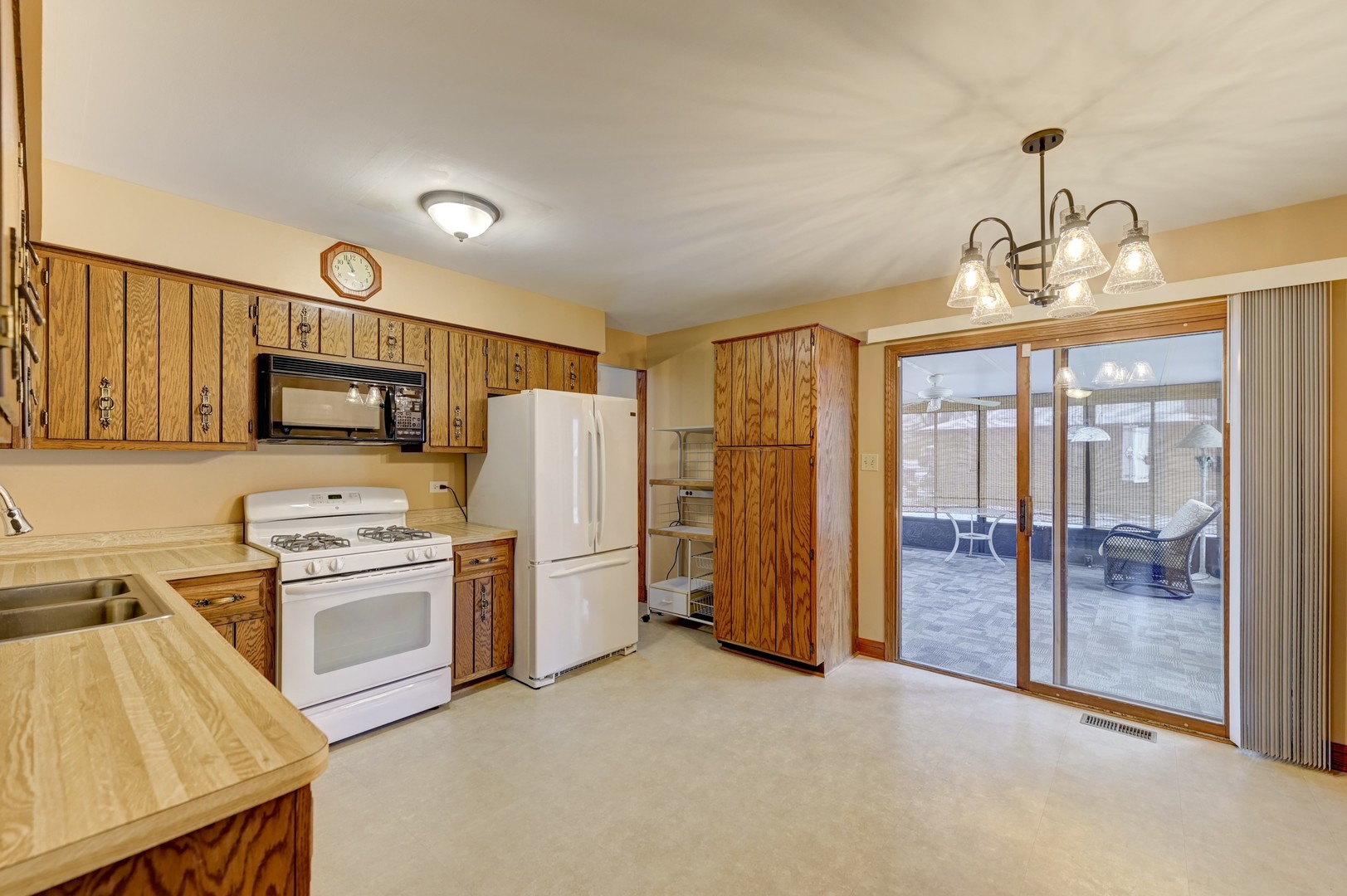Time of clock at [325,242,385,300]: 10:56
